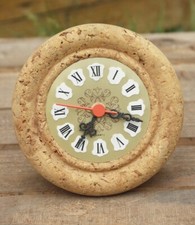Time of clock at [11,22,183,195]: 7:17
